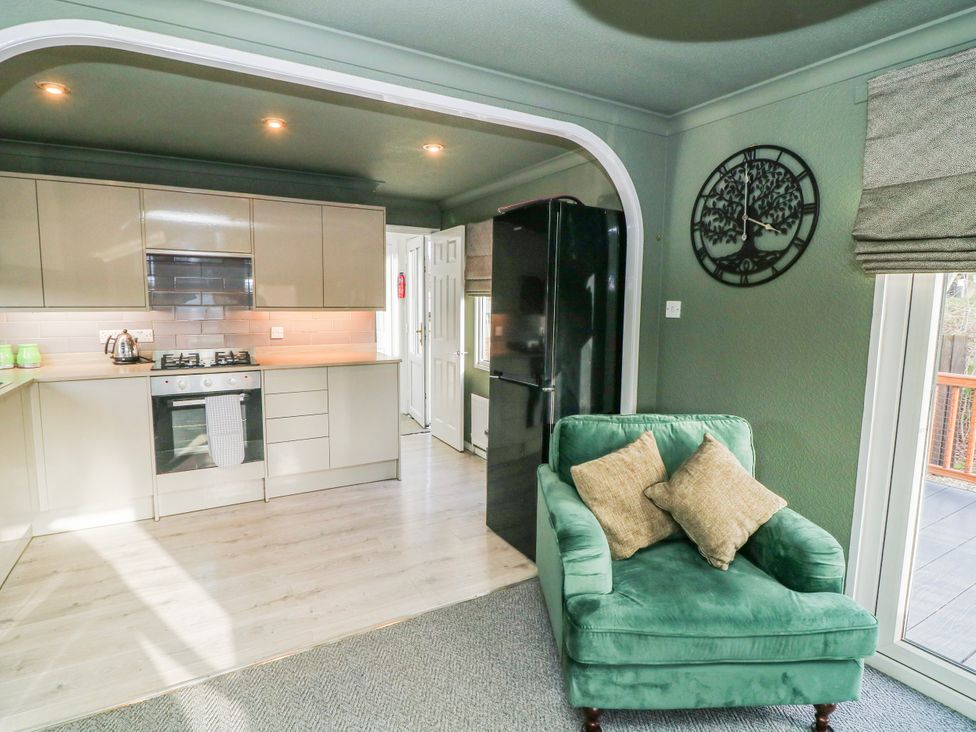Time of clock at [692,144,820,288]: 5:59
